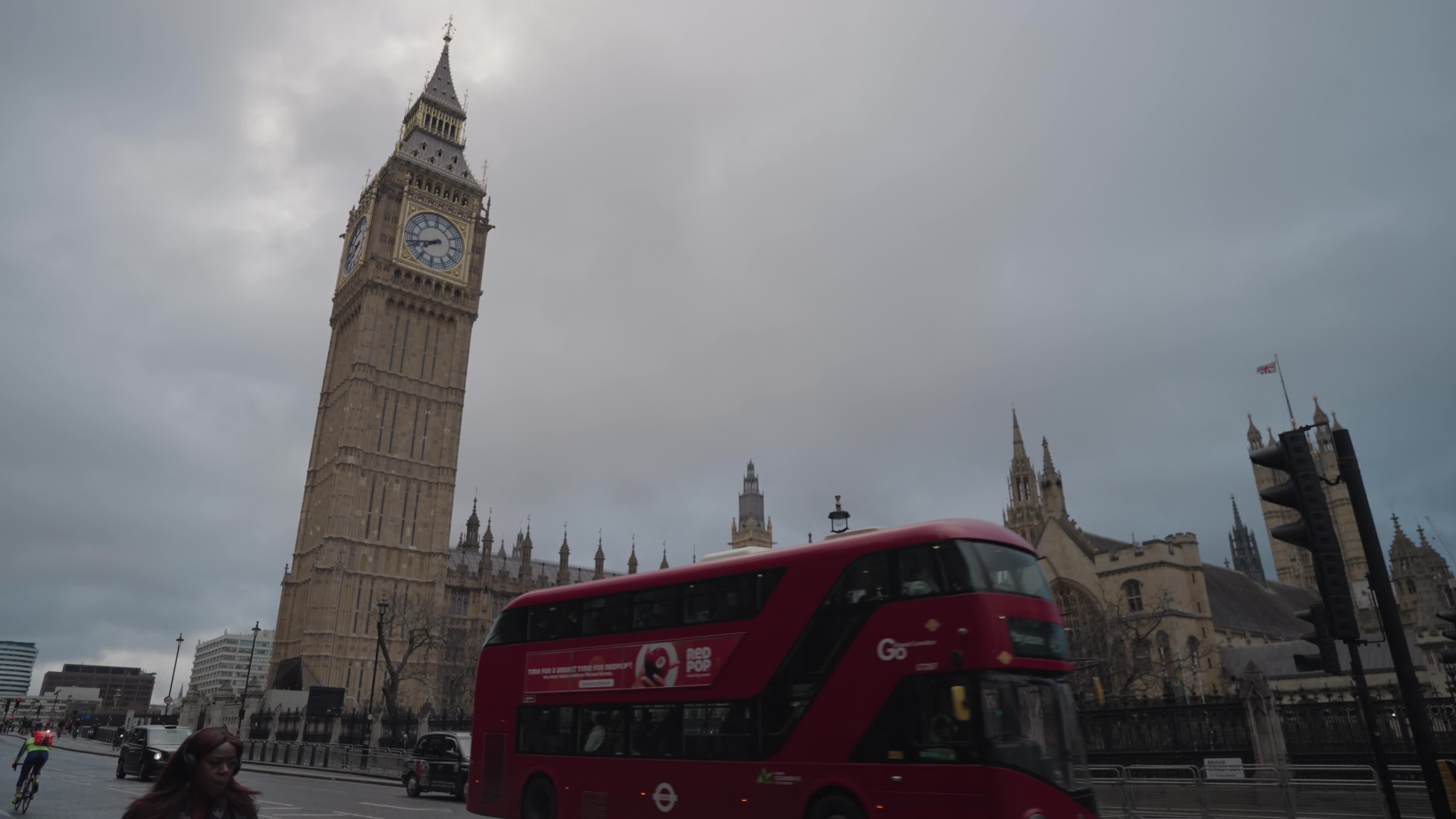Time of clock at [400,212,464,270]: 7:41
